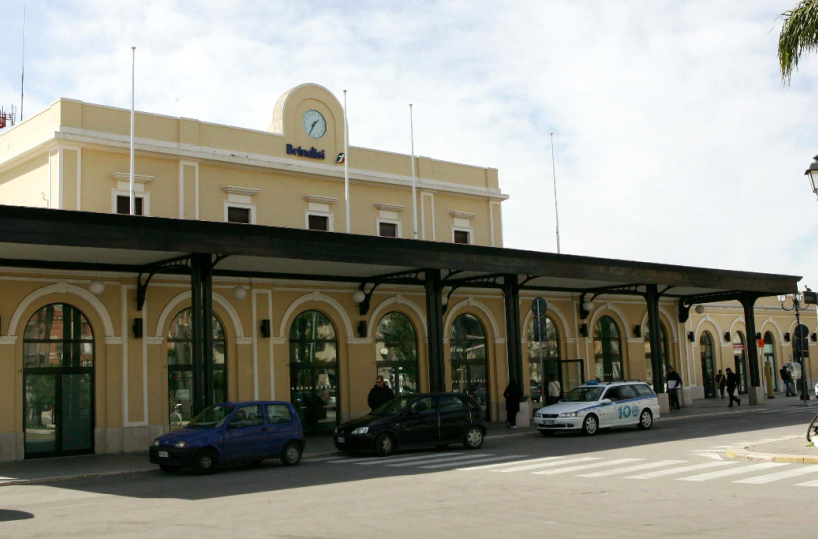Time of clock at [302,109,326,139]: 1:34
